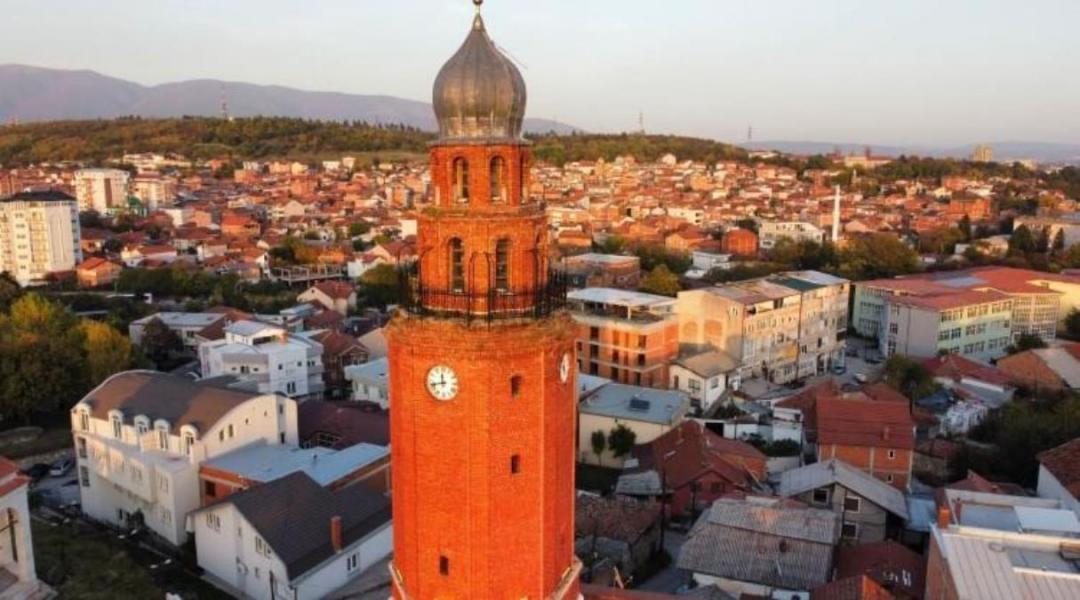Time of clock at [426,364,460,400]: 11:42
